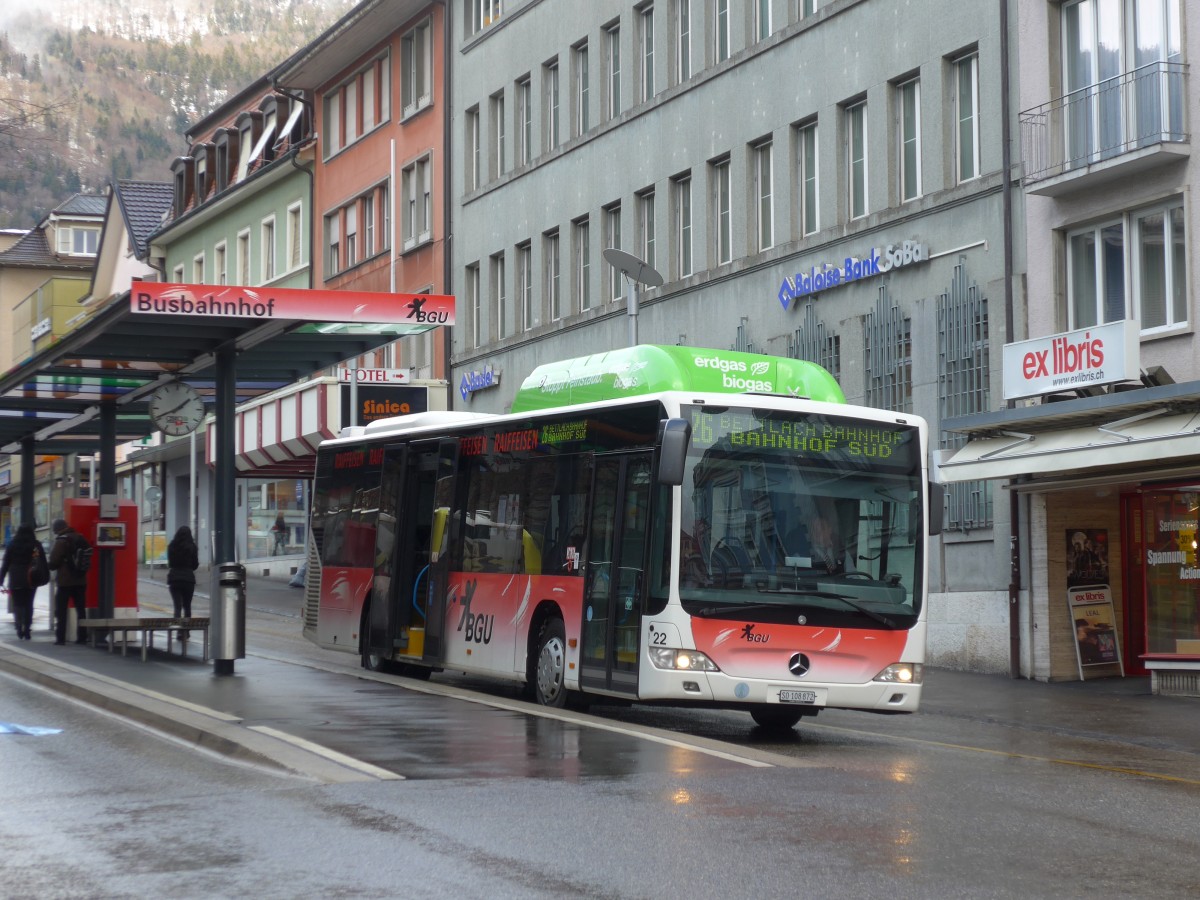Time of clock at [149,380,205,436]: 1:40
